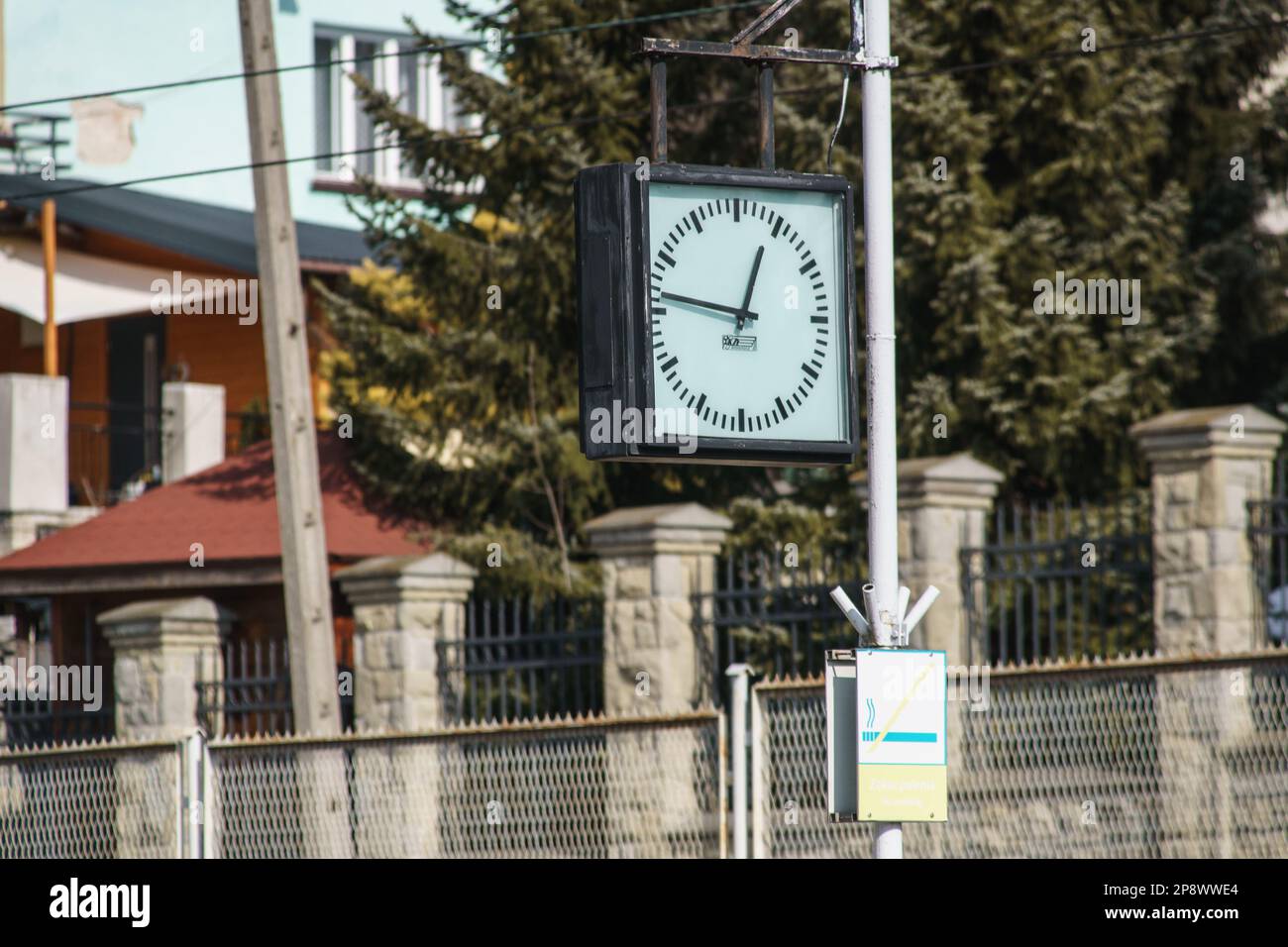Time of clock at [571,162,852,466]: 12:46
